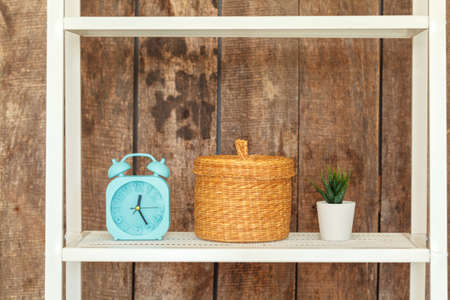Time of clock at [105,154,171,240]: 12:24
